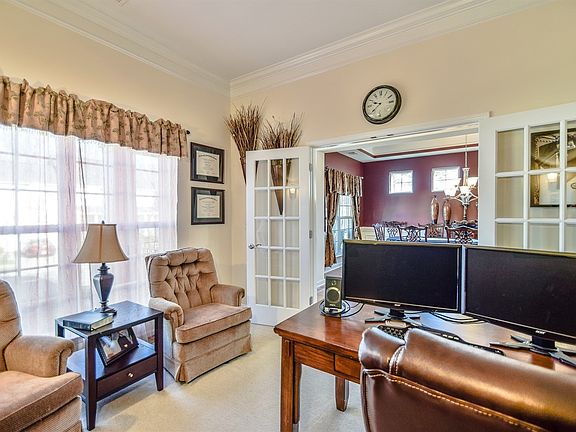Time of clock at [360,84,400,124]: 9:38
